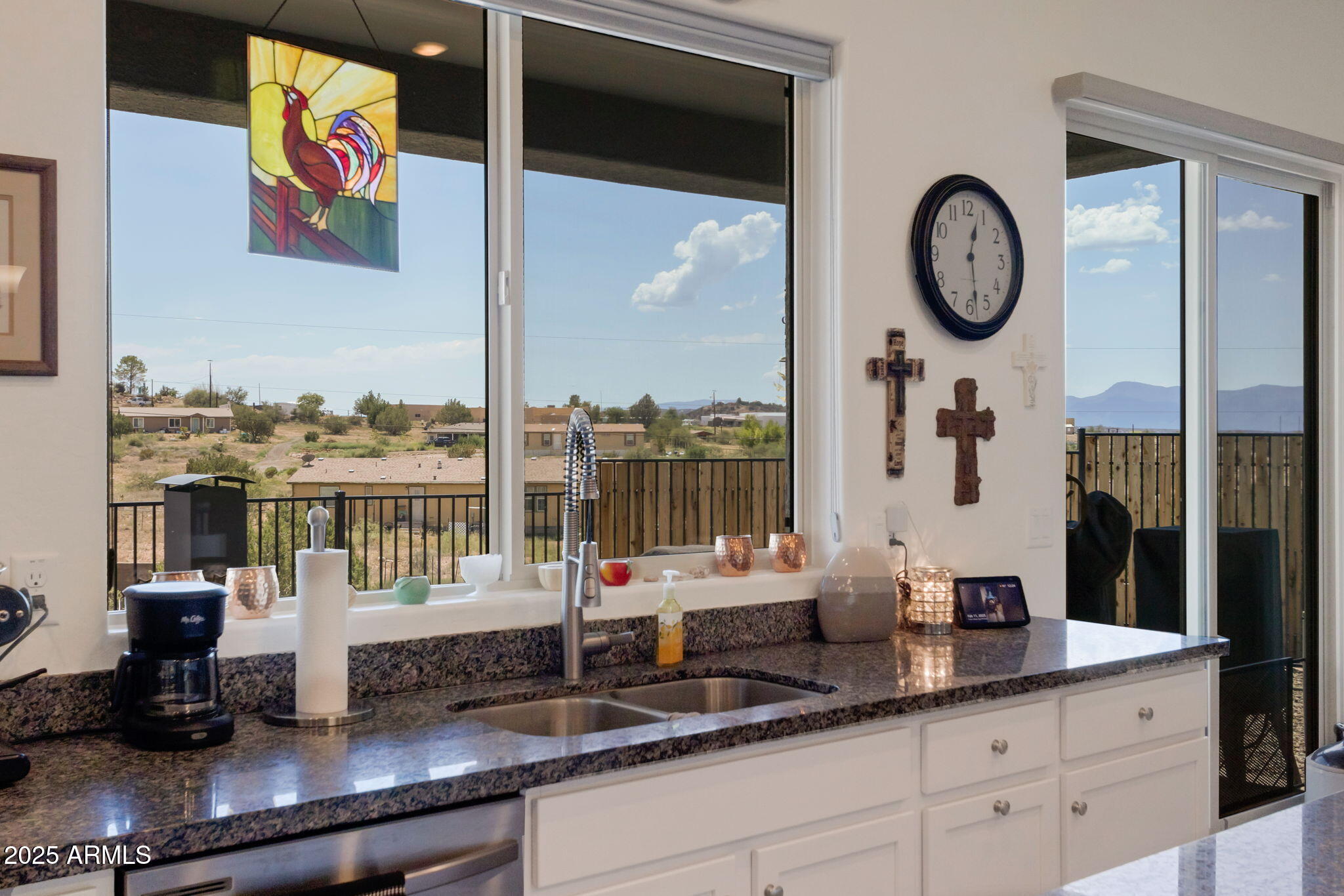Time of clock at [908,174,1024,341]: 12:28
